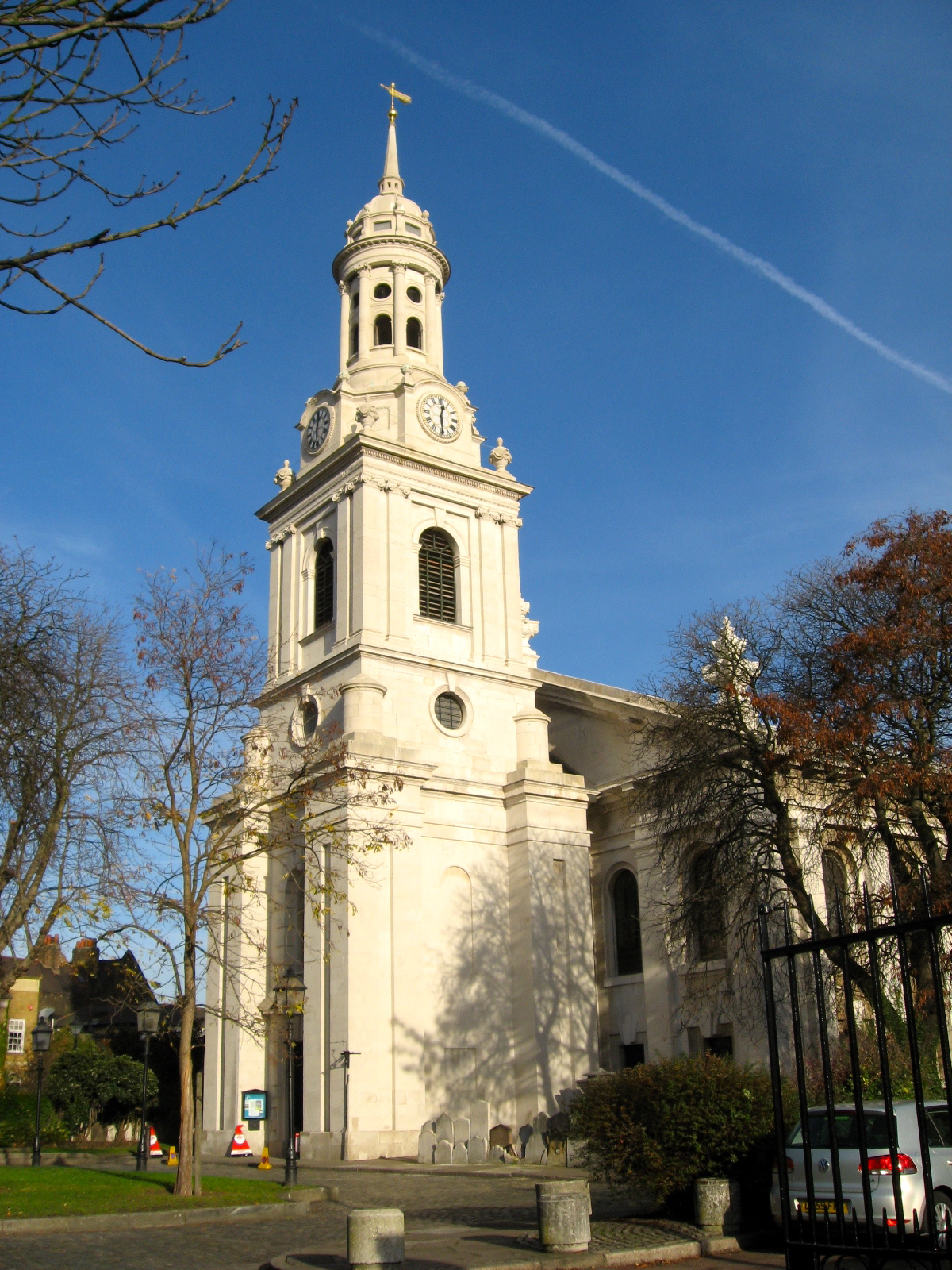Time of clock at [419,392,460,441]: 12:29
